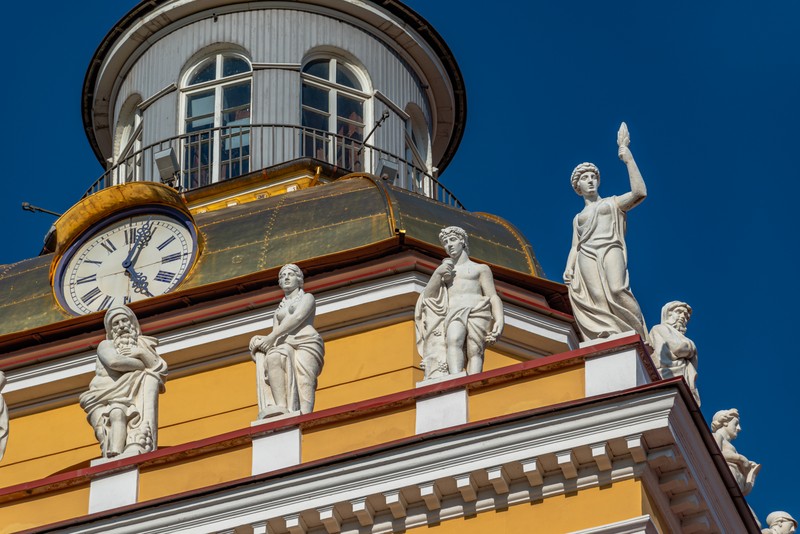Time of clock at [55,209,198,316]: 5:03
